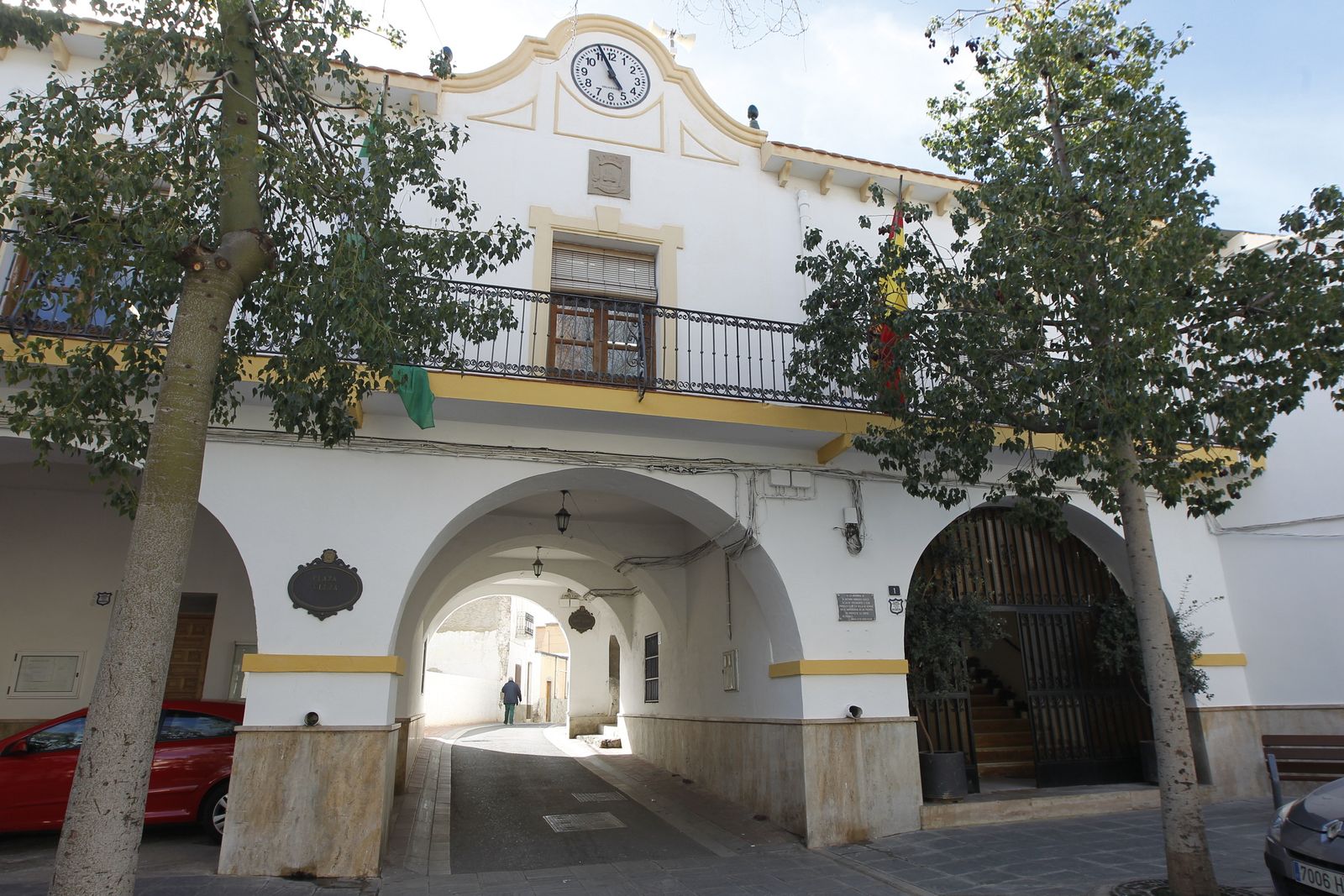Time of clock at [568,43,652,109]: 4:56
